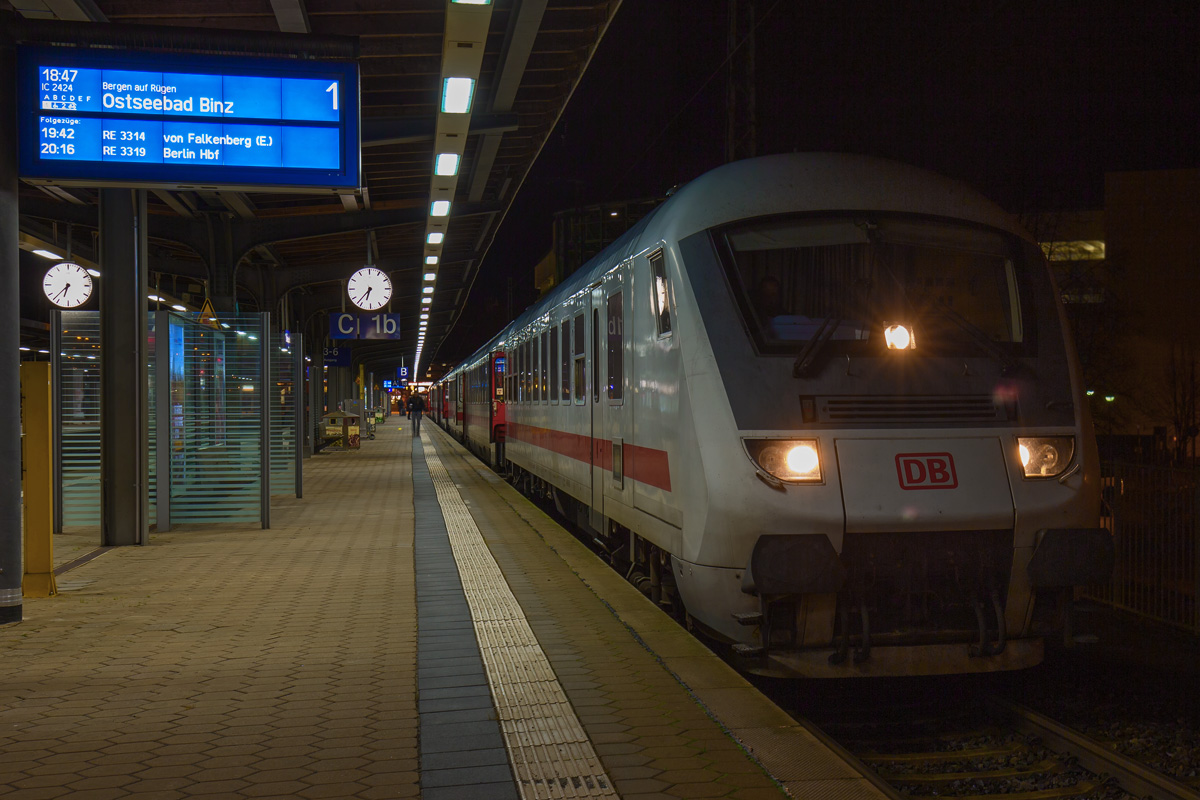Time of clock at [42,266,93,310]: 6:37
